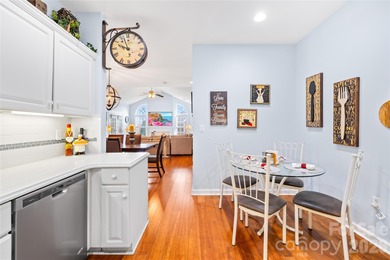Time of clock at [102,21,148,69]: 9:57
